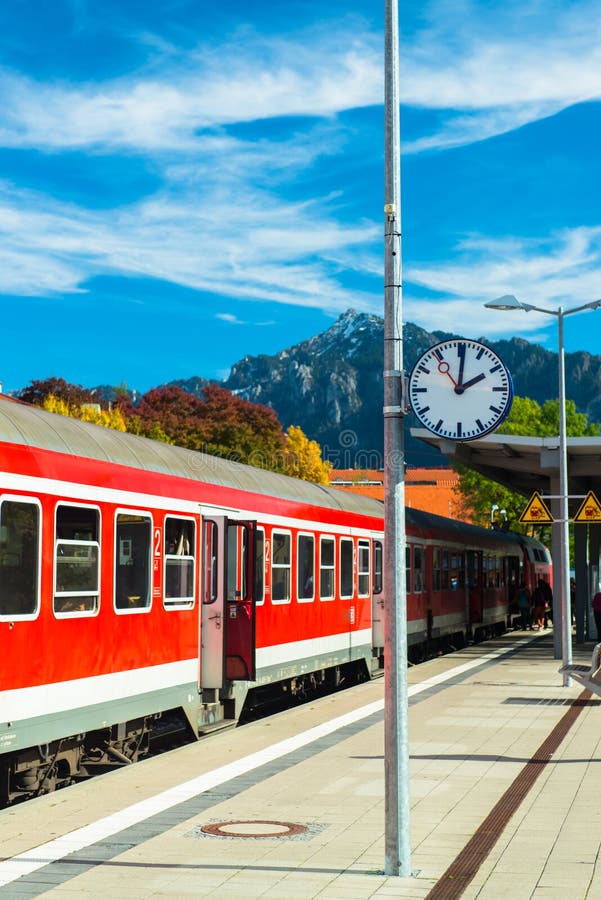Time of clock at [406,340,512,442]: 2:00
